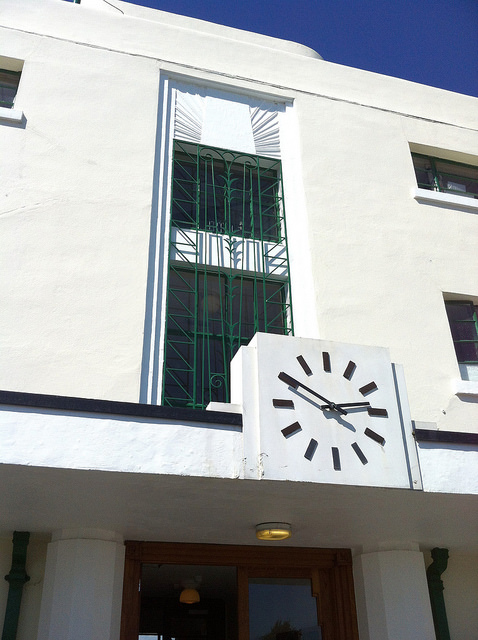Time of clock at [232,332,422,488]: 2:50
